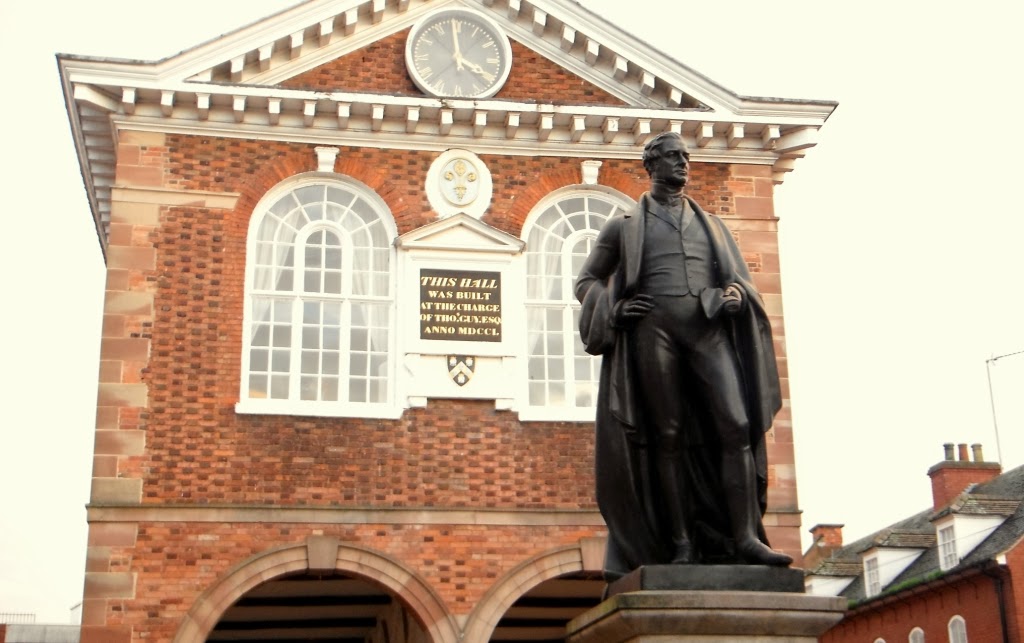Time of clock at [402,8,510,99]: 3:58
